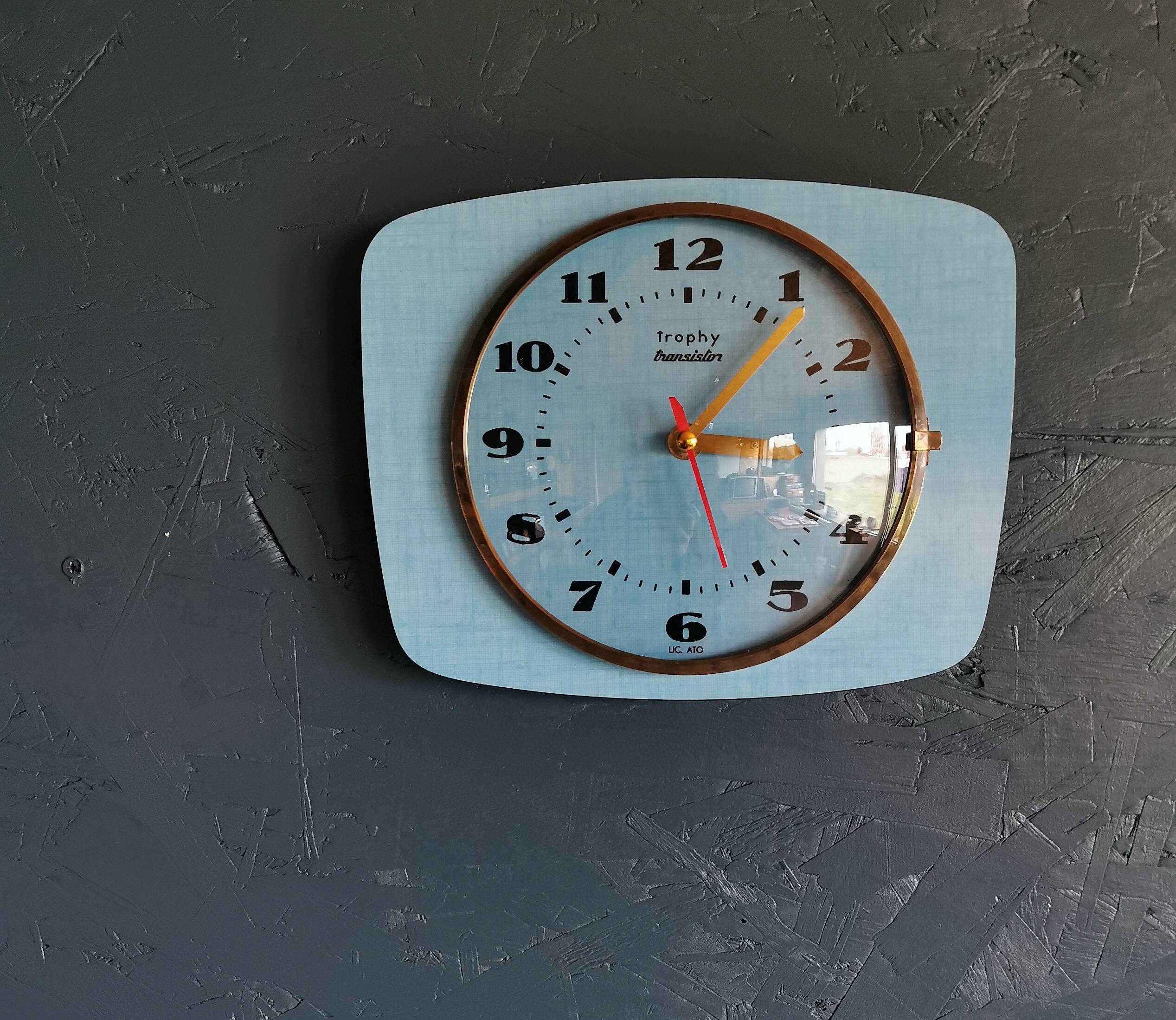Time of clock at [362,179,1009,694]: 3:06
